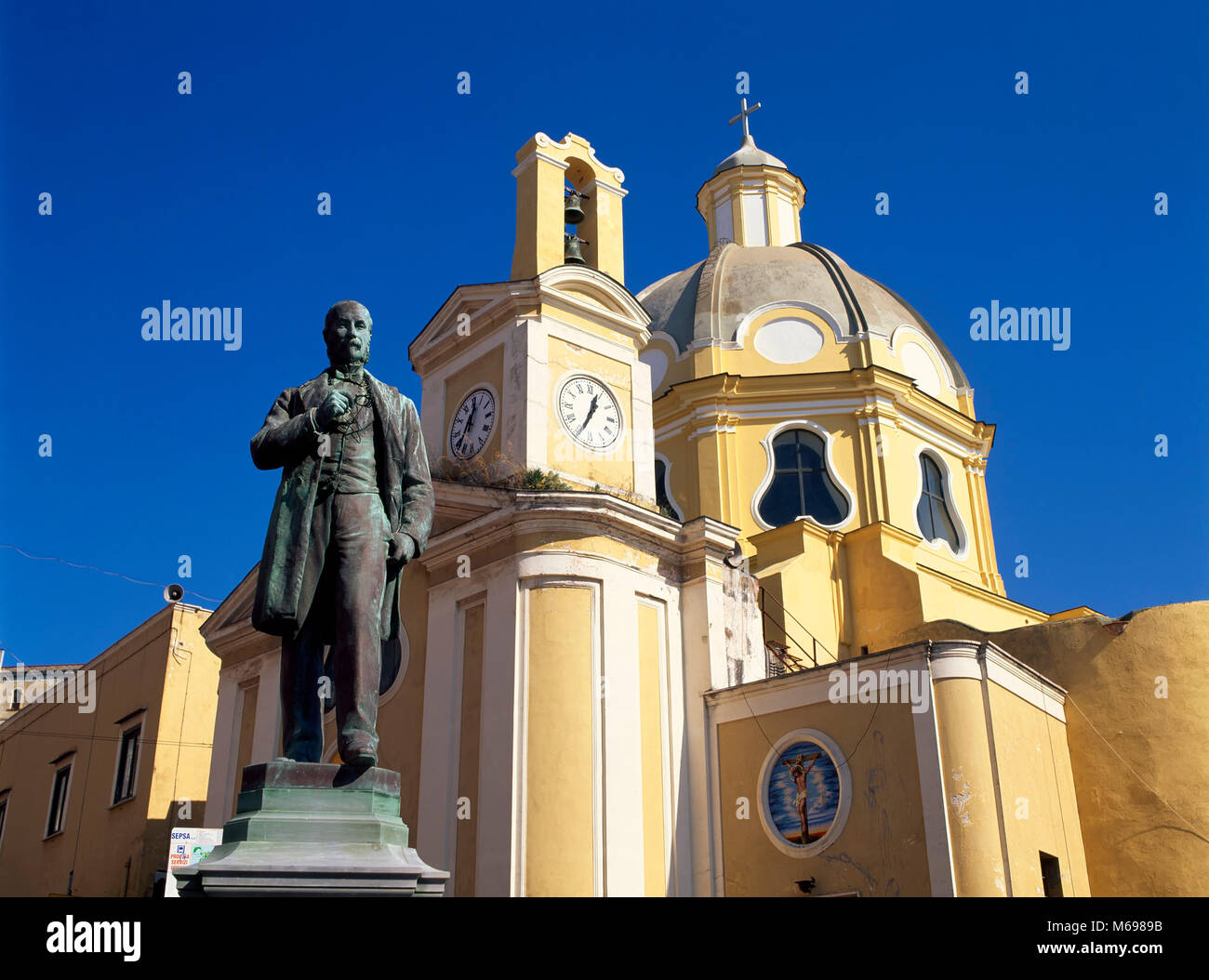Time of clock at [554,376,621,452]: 12:34
